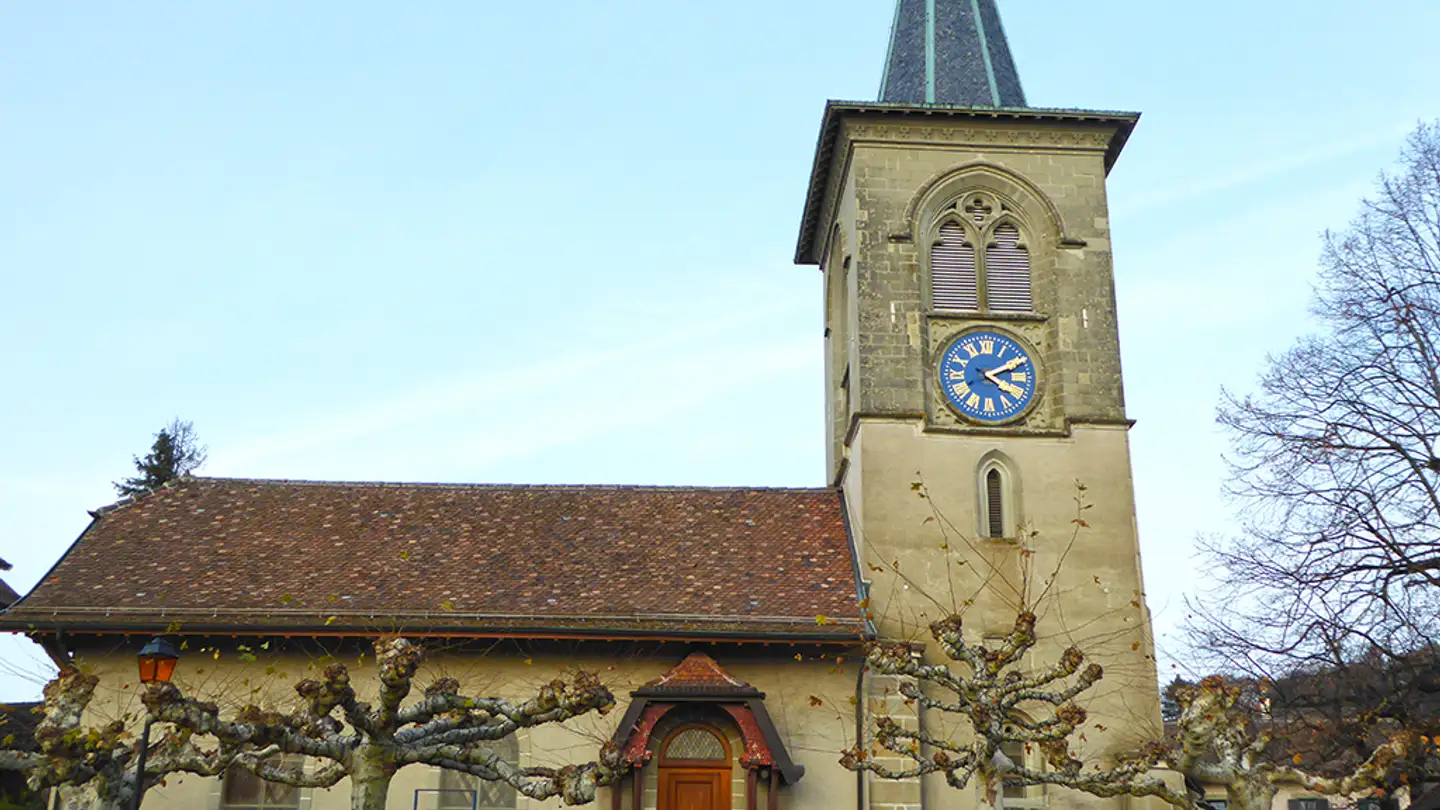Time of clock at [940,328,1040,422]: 4:10
